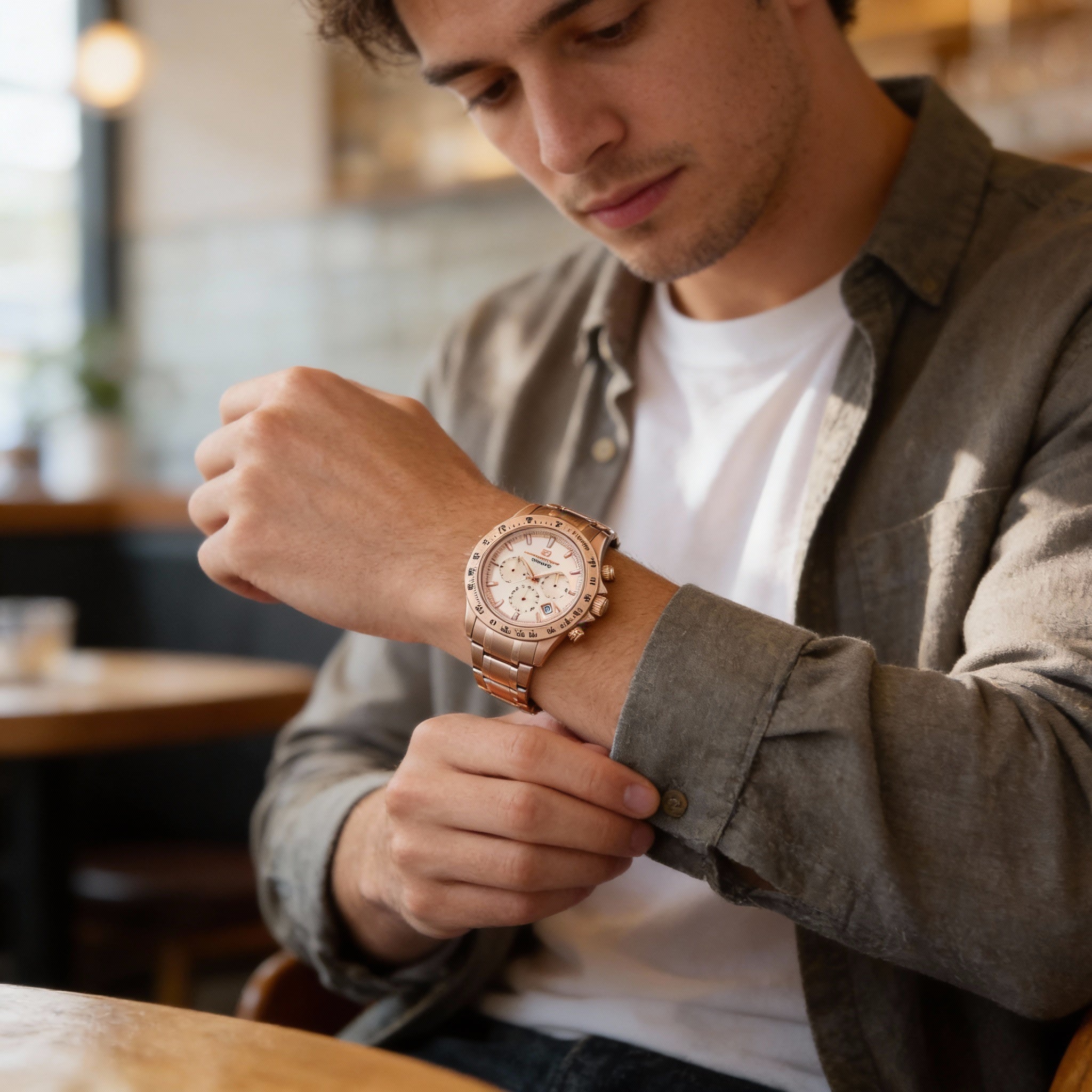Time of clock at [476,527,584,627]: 2:56
